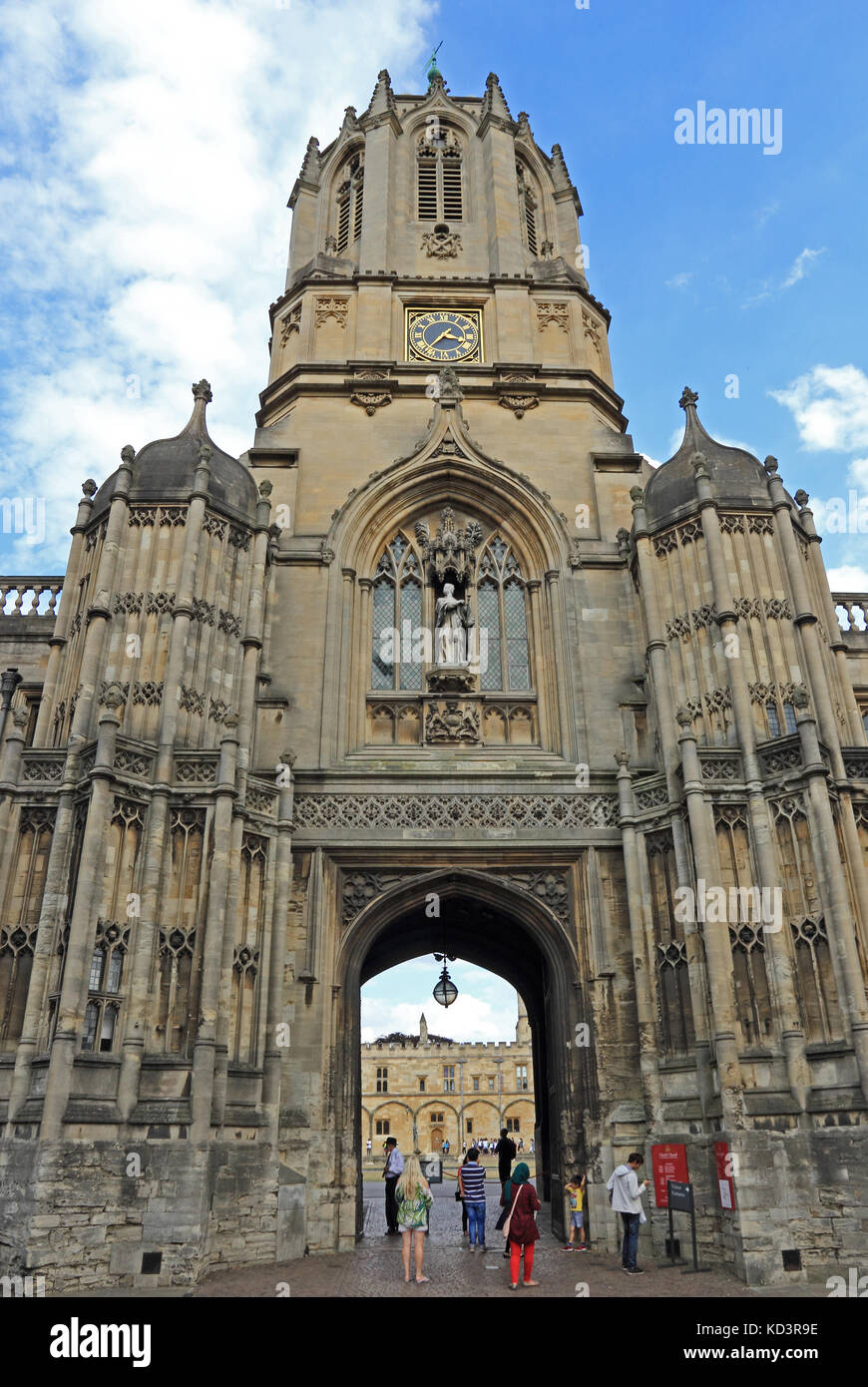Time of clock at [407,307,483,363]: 3:36
